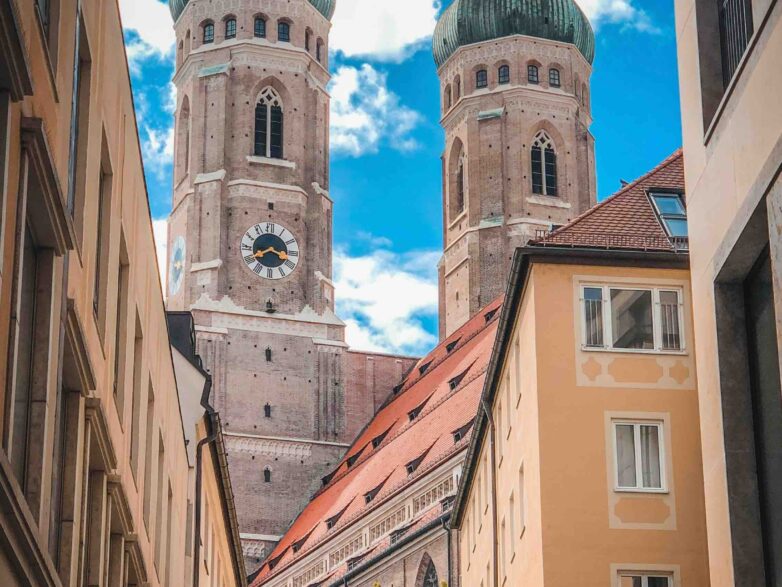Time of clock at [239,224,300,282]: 3:40
